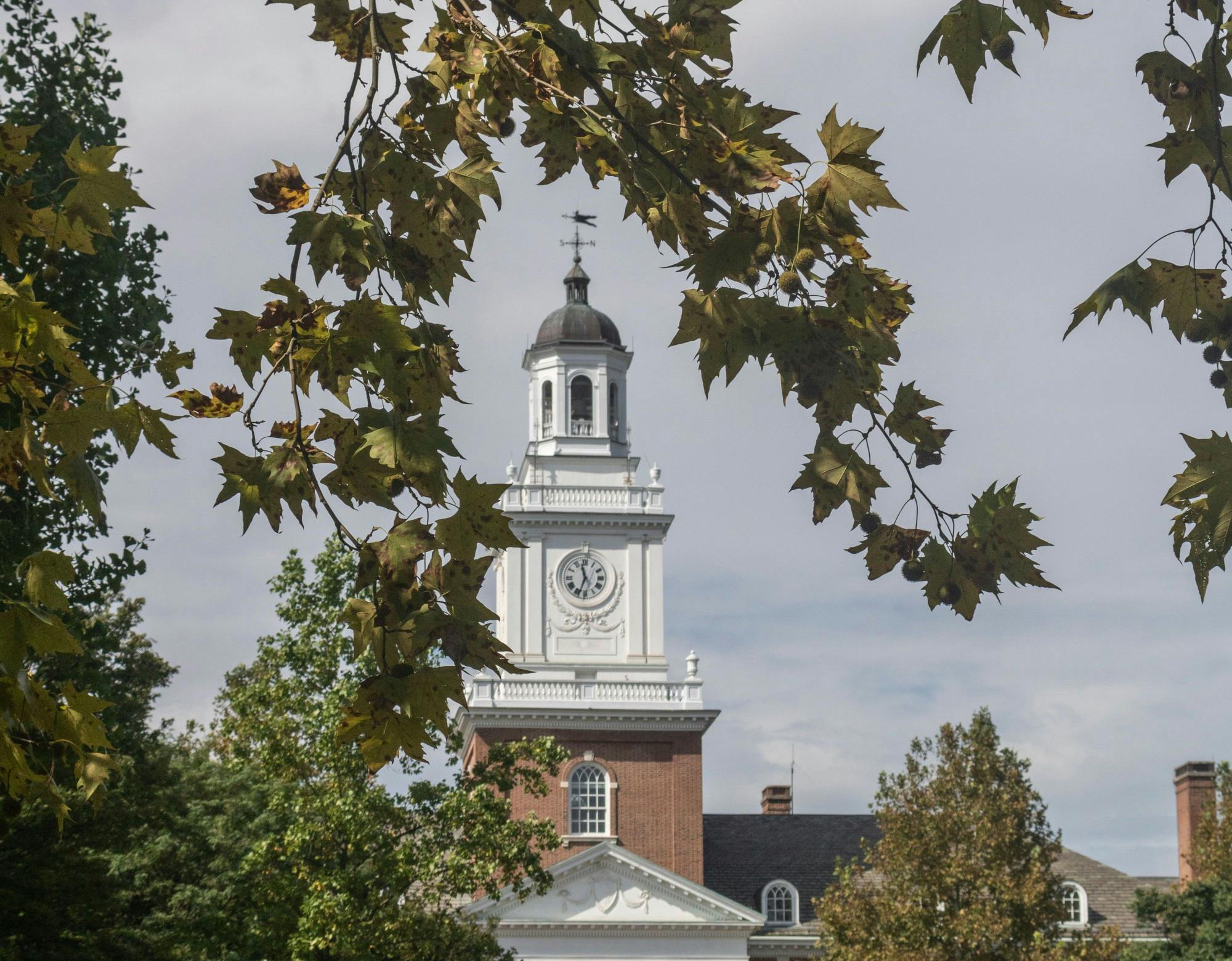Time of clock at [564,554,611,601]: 11:33
